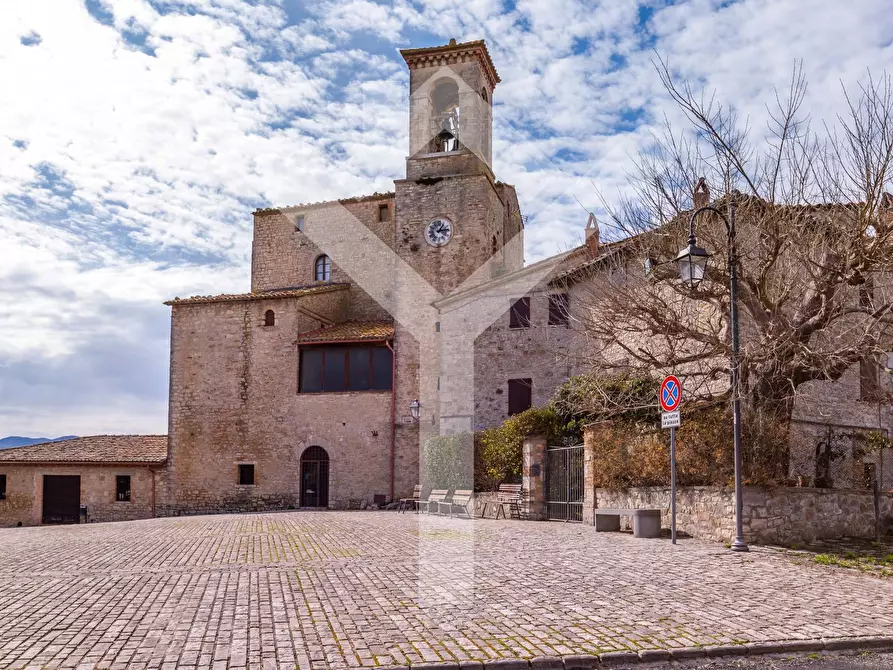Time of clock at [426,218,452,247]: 1:13
